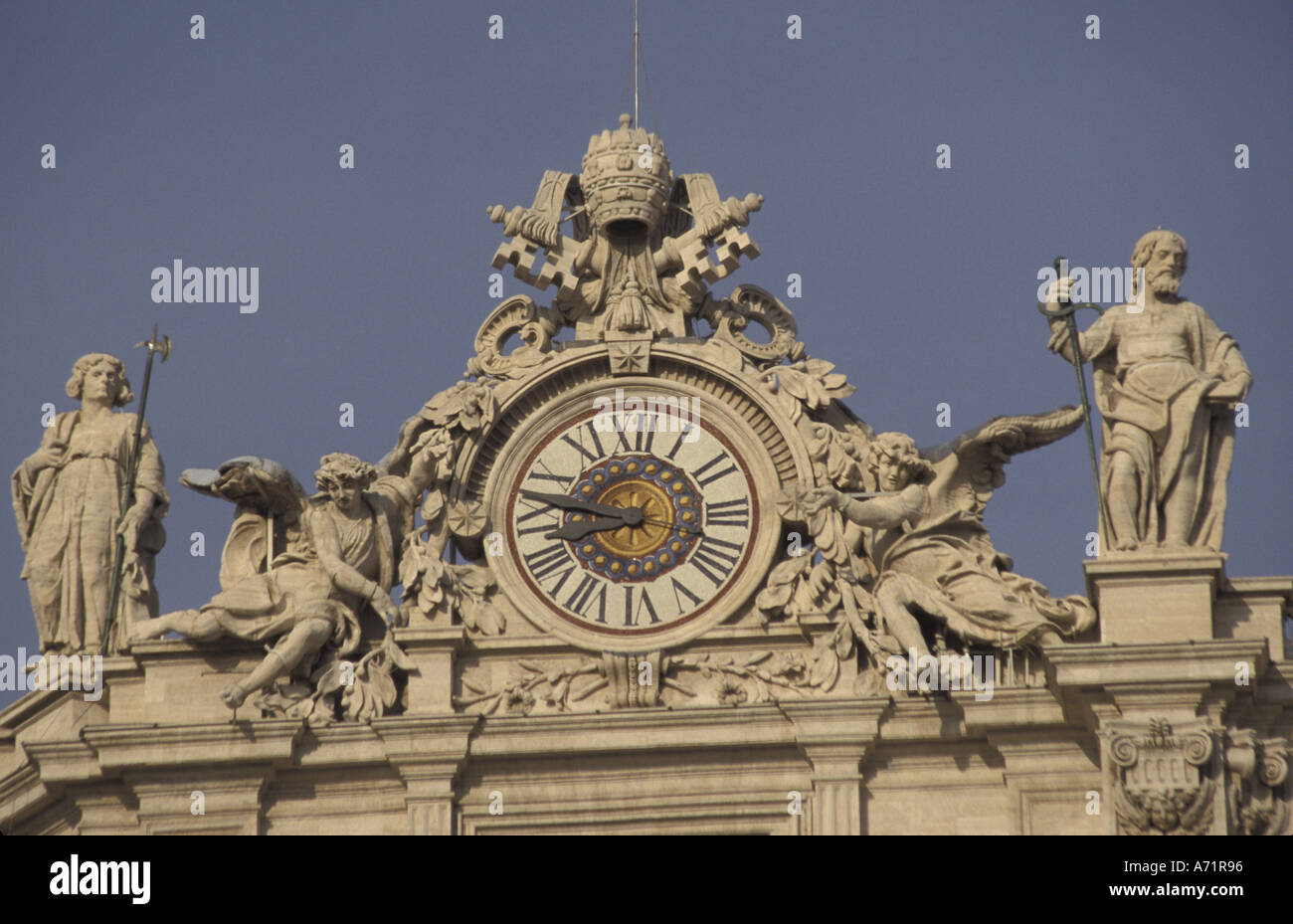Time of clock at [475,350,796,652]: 8:47
